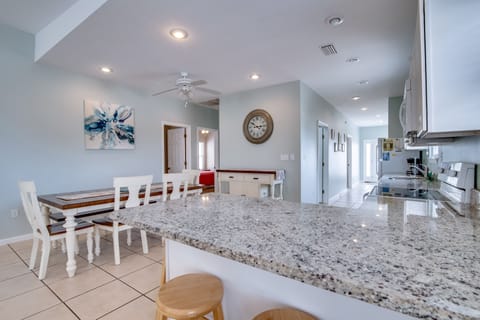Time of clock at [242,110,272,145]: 10:14
